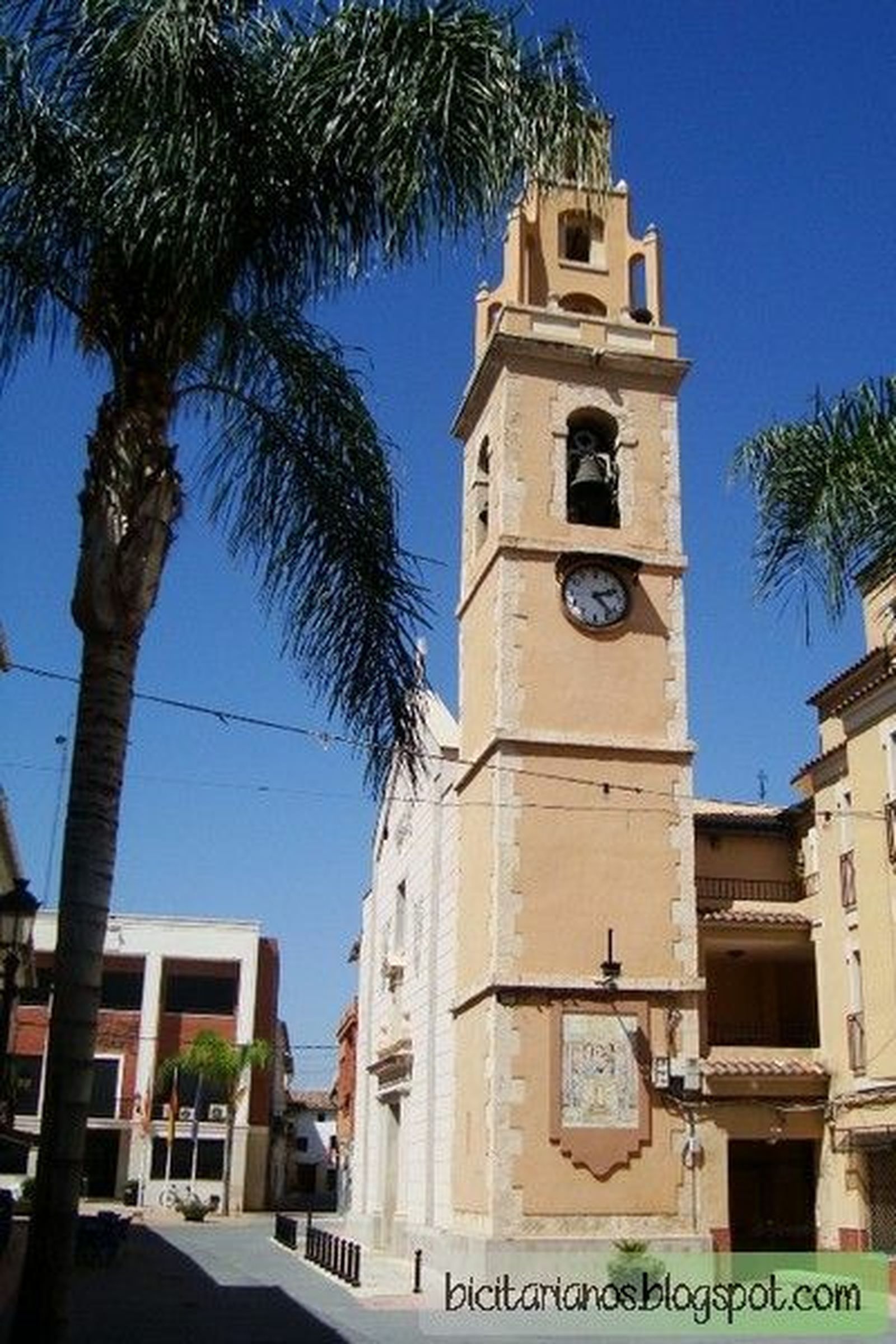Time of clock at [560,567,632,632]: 2:22
